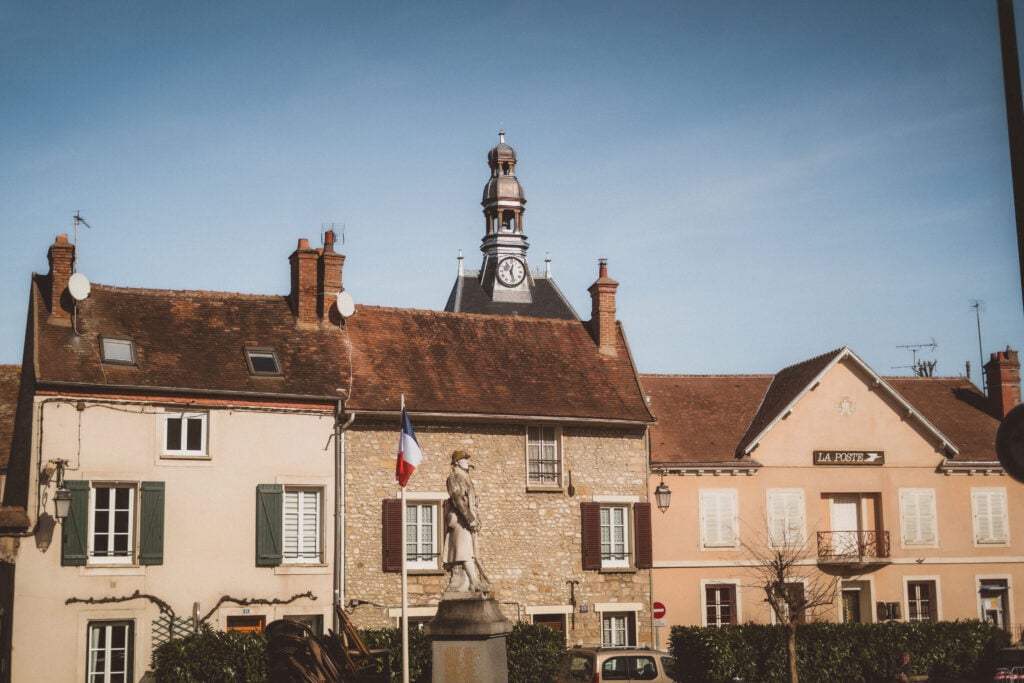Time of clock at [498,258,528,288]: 12:27
